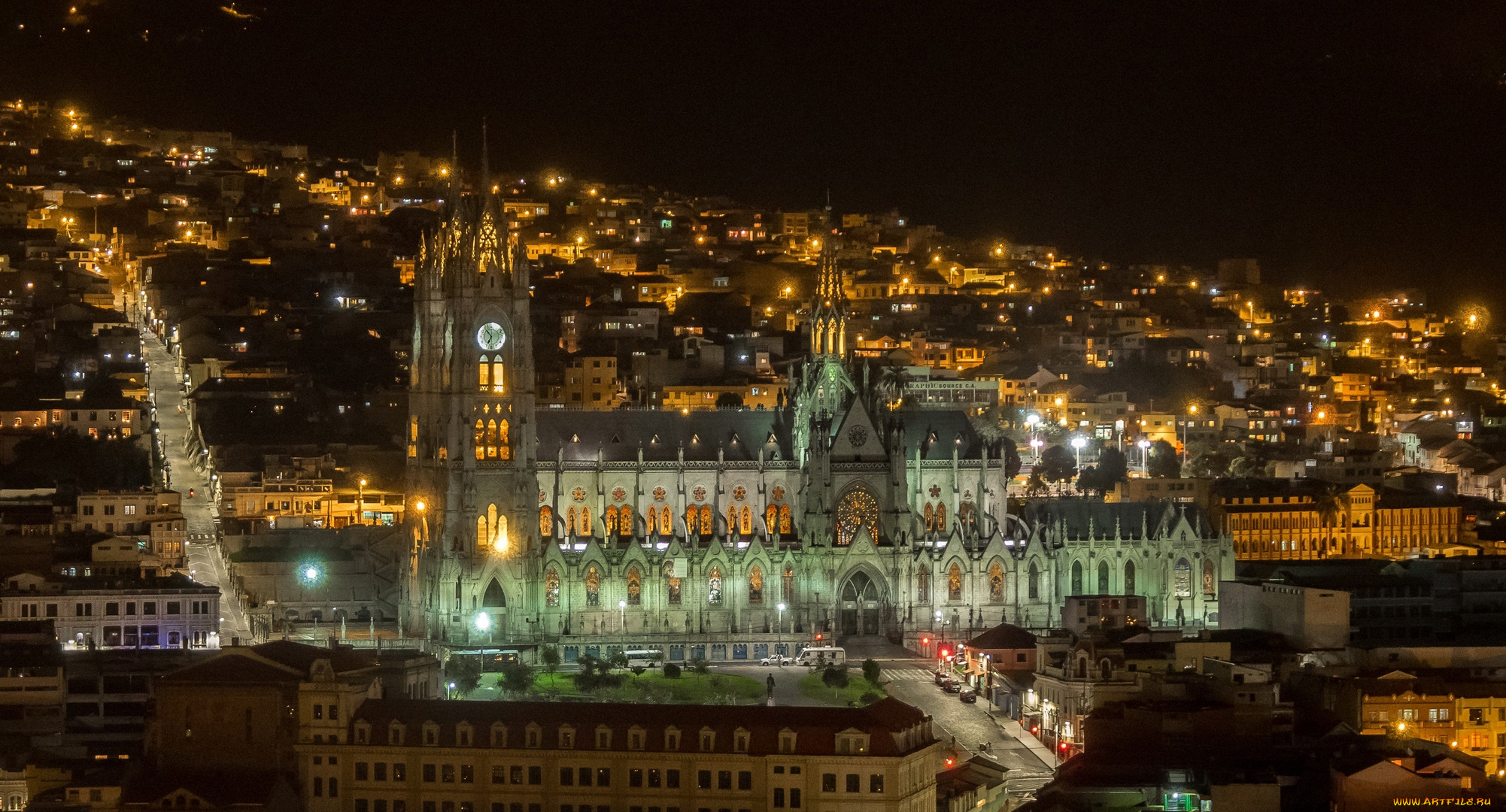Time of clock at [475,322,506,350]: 6:53
